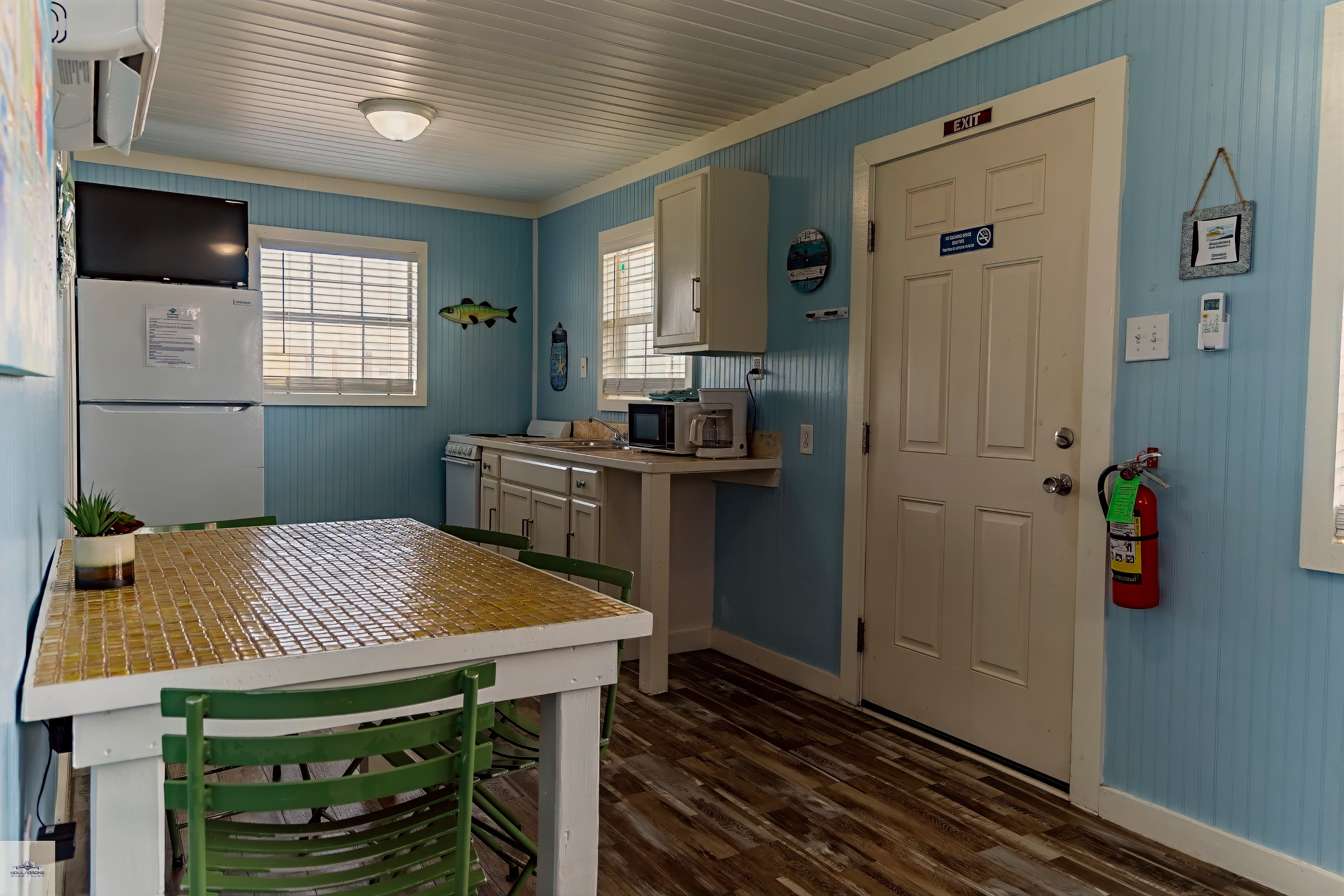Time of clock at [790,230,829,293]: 11:49
